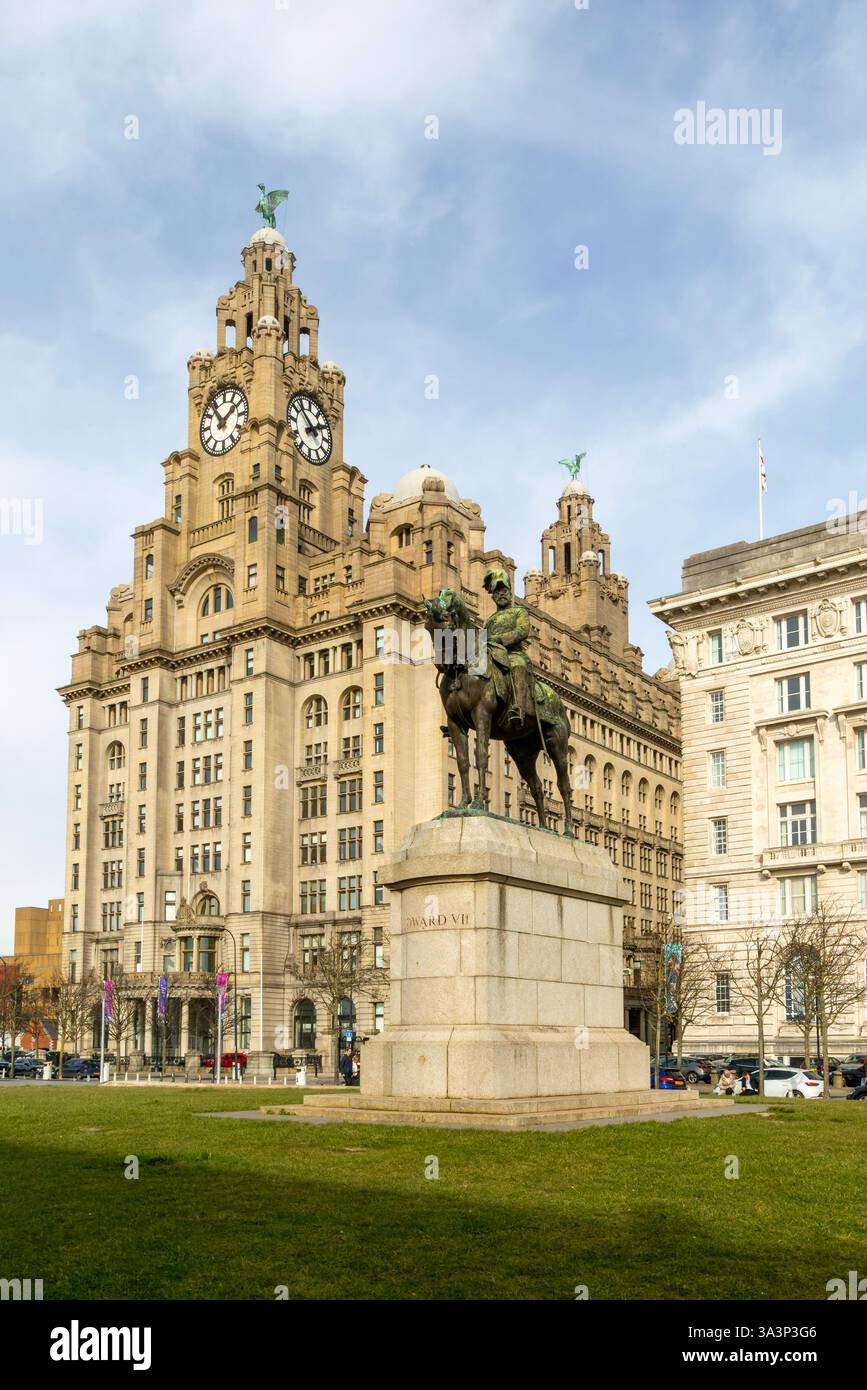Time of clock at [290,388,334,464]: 1:52
